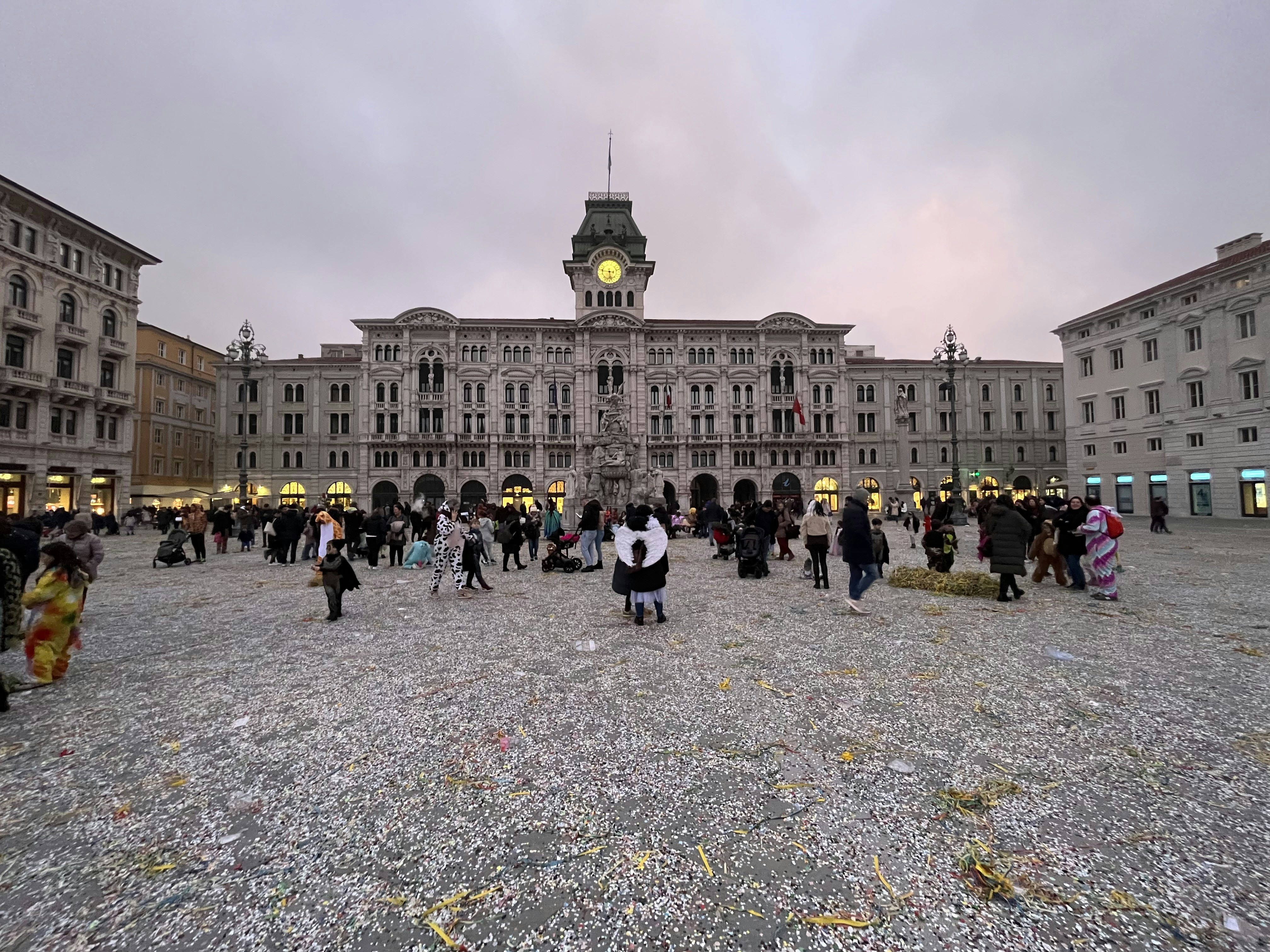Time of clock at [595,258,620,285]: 5:45
